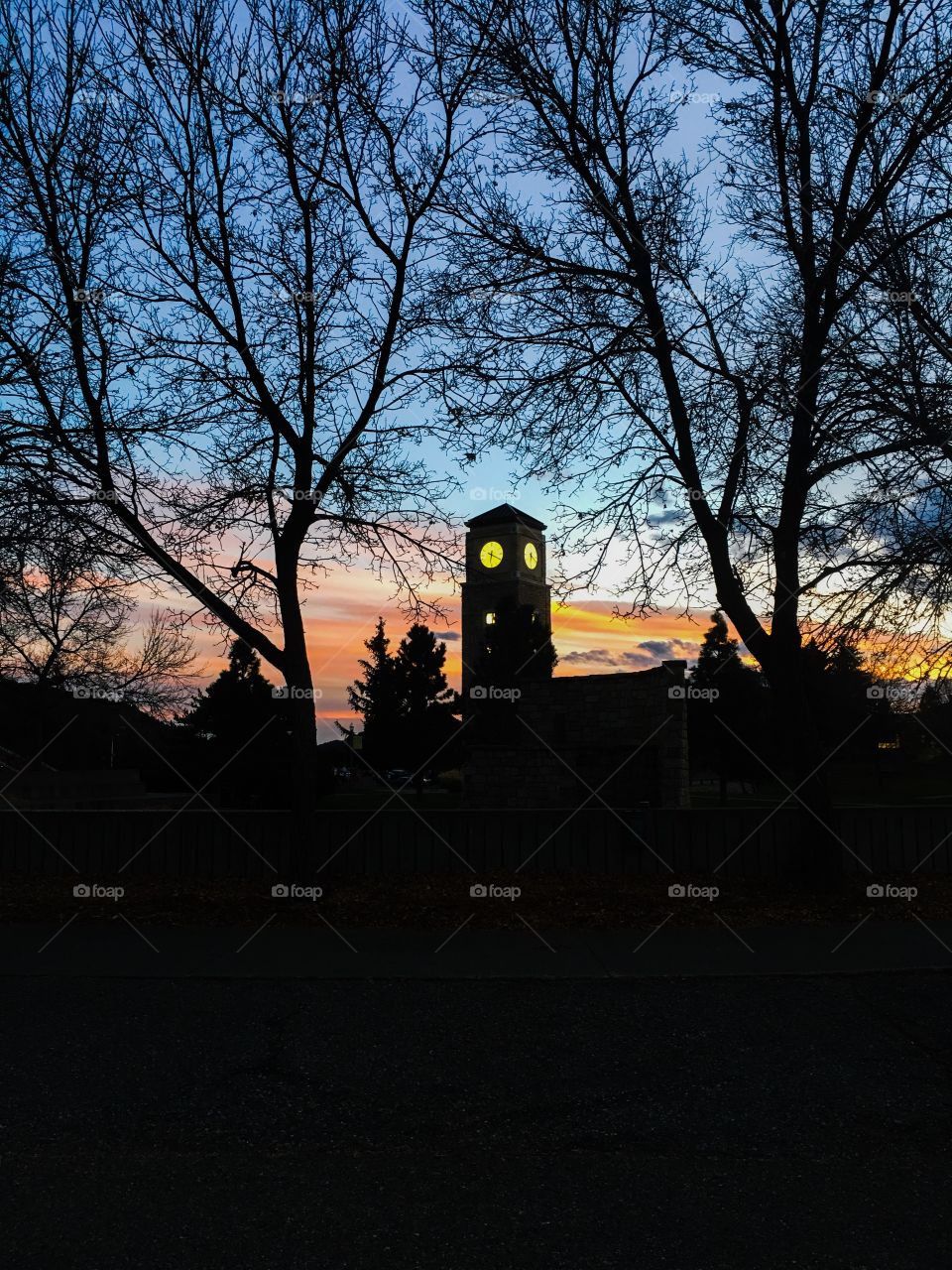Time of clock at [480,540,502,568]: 6:19
